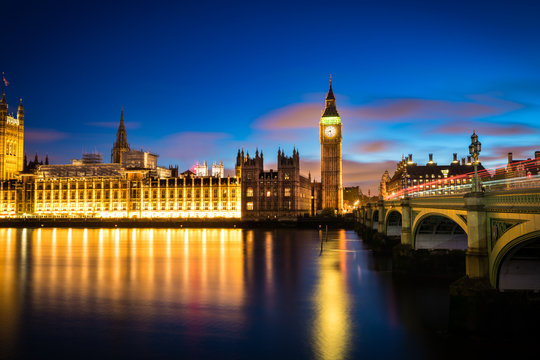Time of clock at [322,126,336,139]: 8:27
